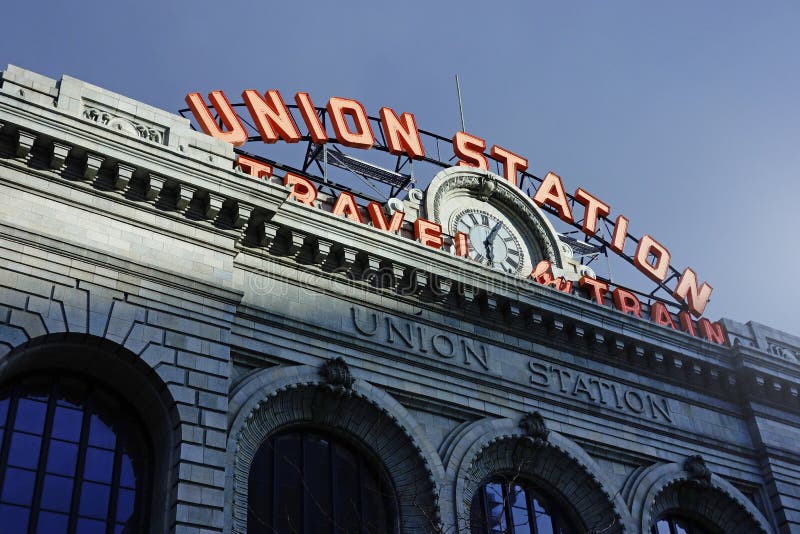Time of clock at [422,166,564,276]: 6:05
